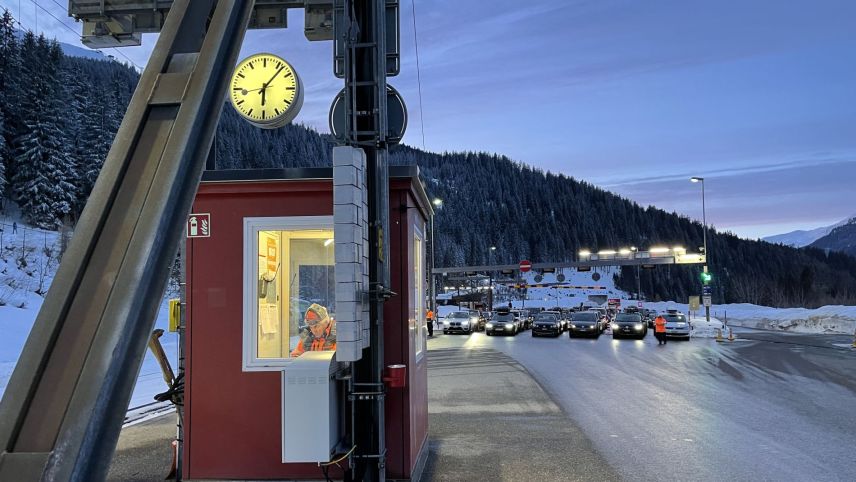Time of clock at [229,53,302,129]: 6:06
